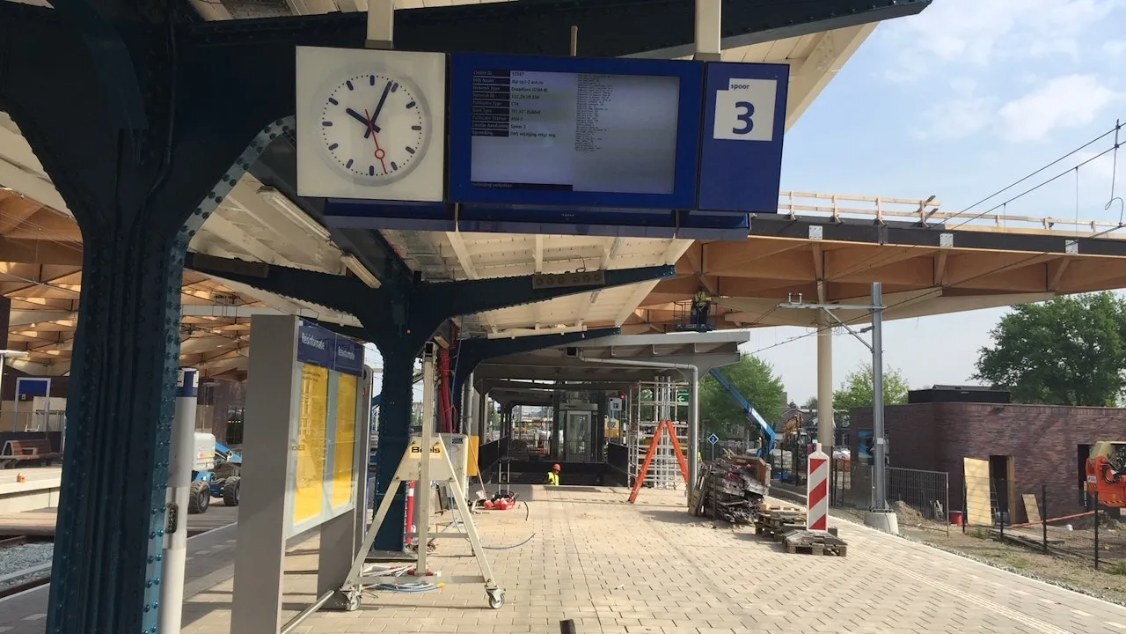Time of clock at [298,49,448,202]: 10:03
